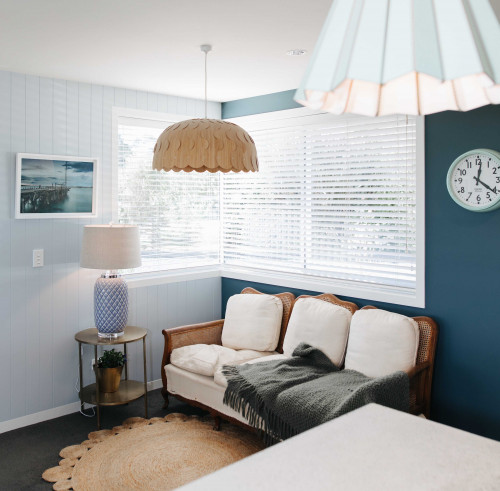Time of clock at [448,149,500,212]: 12:21
